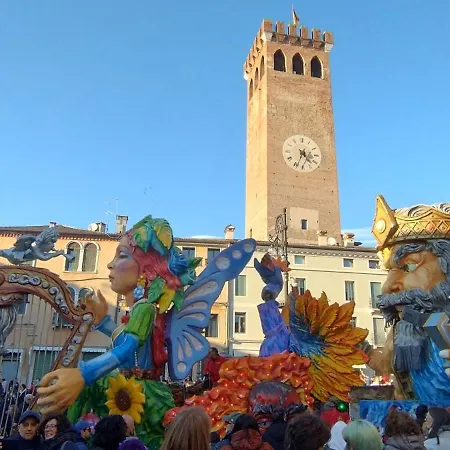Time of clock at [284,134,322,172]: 4:33
